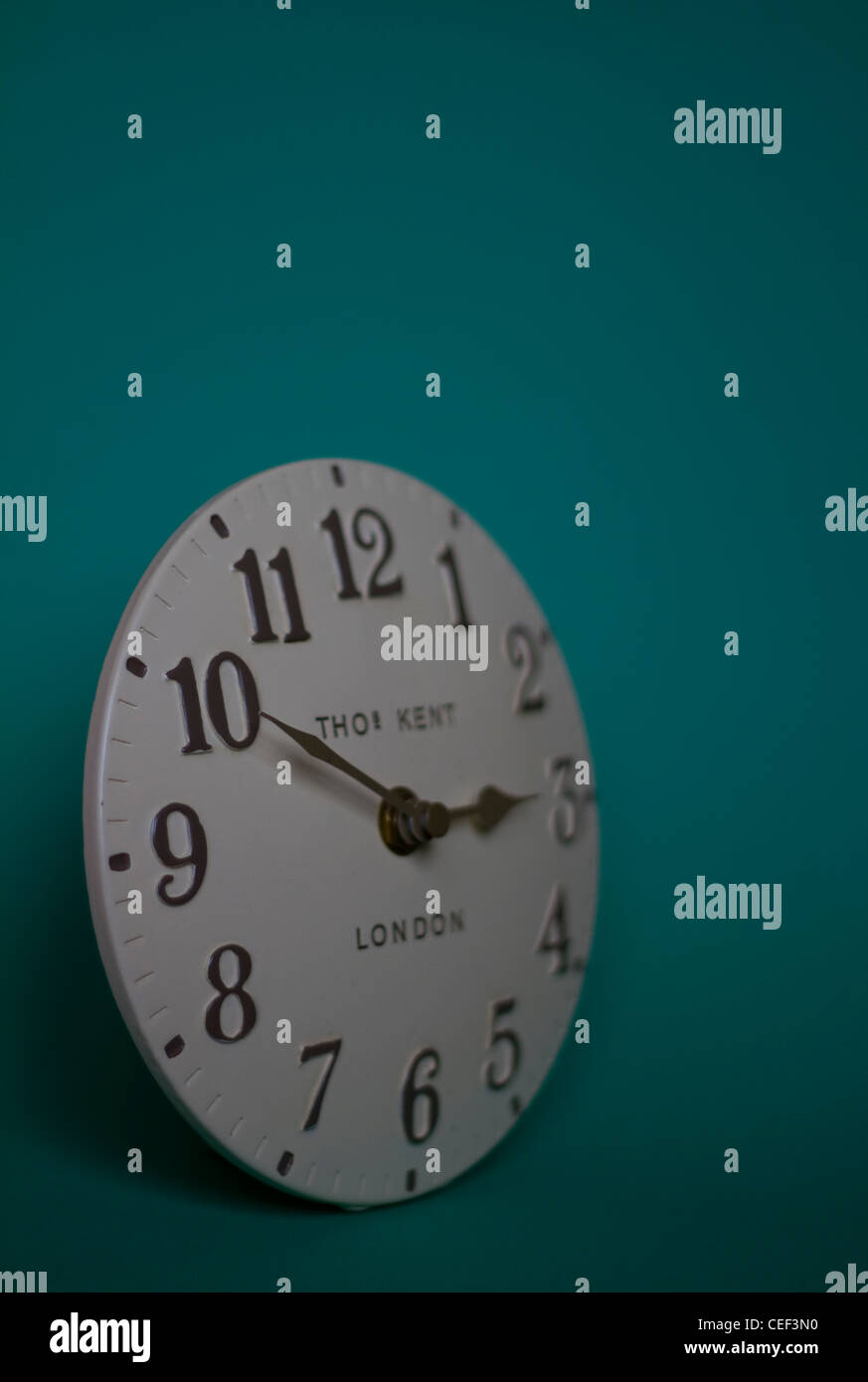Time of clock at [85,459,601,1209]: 2:50
